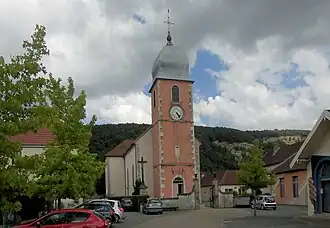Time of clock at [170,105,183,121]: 4:23
